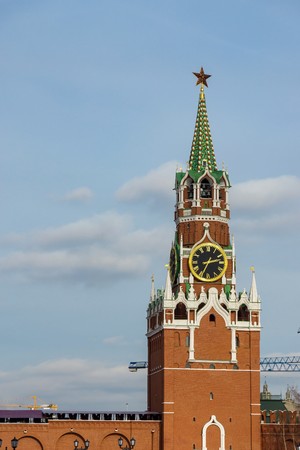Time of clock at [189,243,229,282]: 2:34
